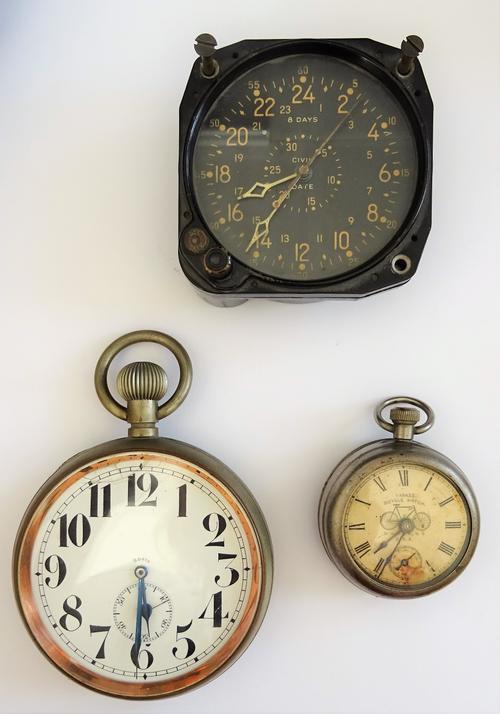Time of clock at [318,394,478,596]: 7:33
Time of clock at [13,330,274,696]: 5:30
